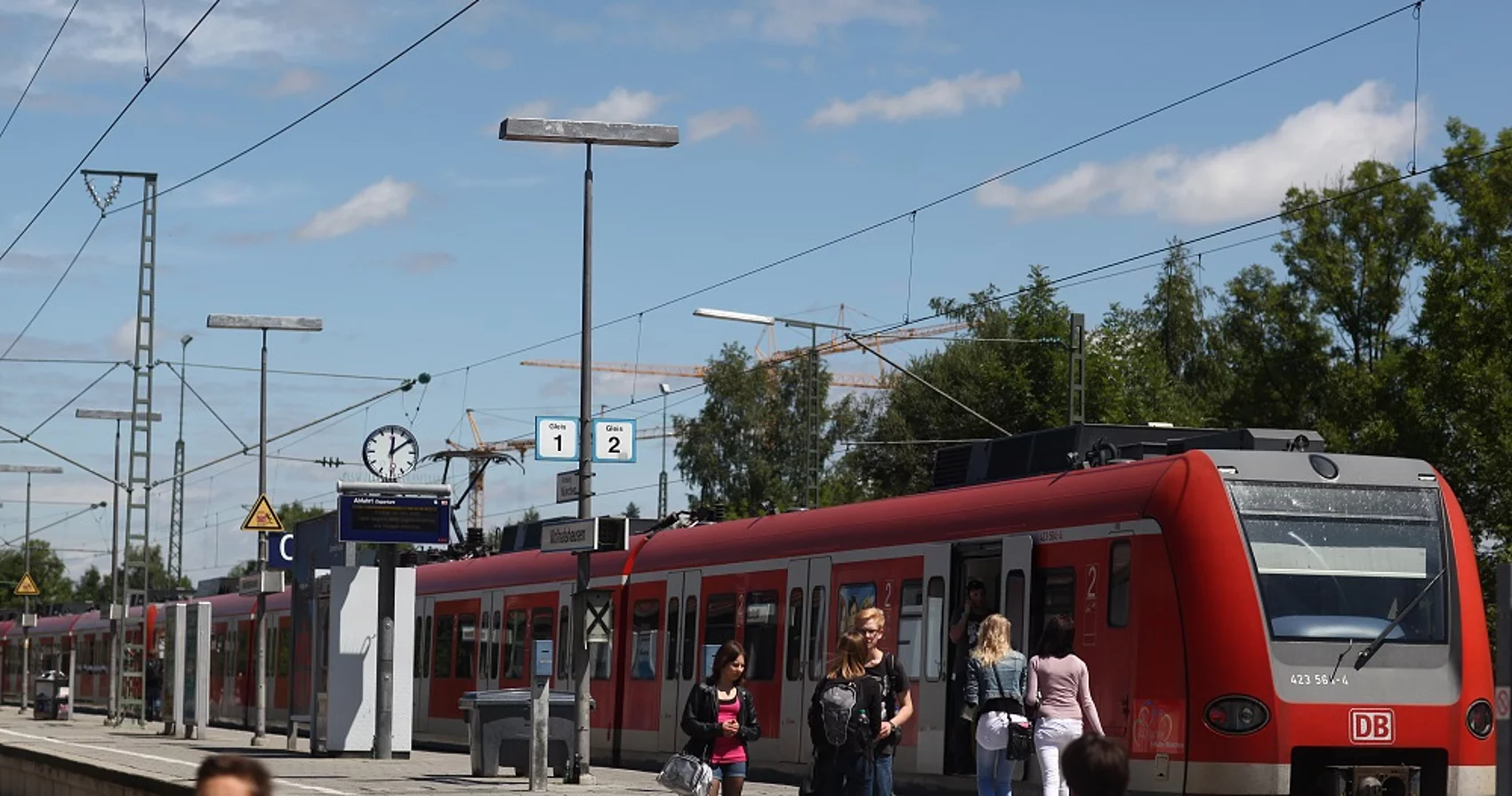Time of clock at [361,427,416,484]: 12:09
